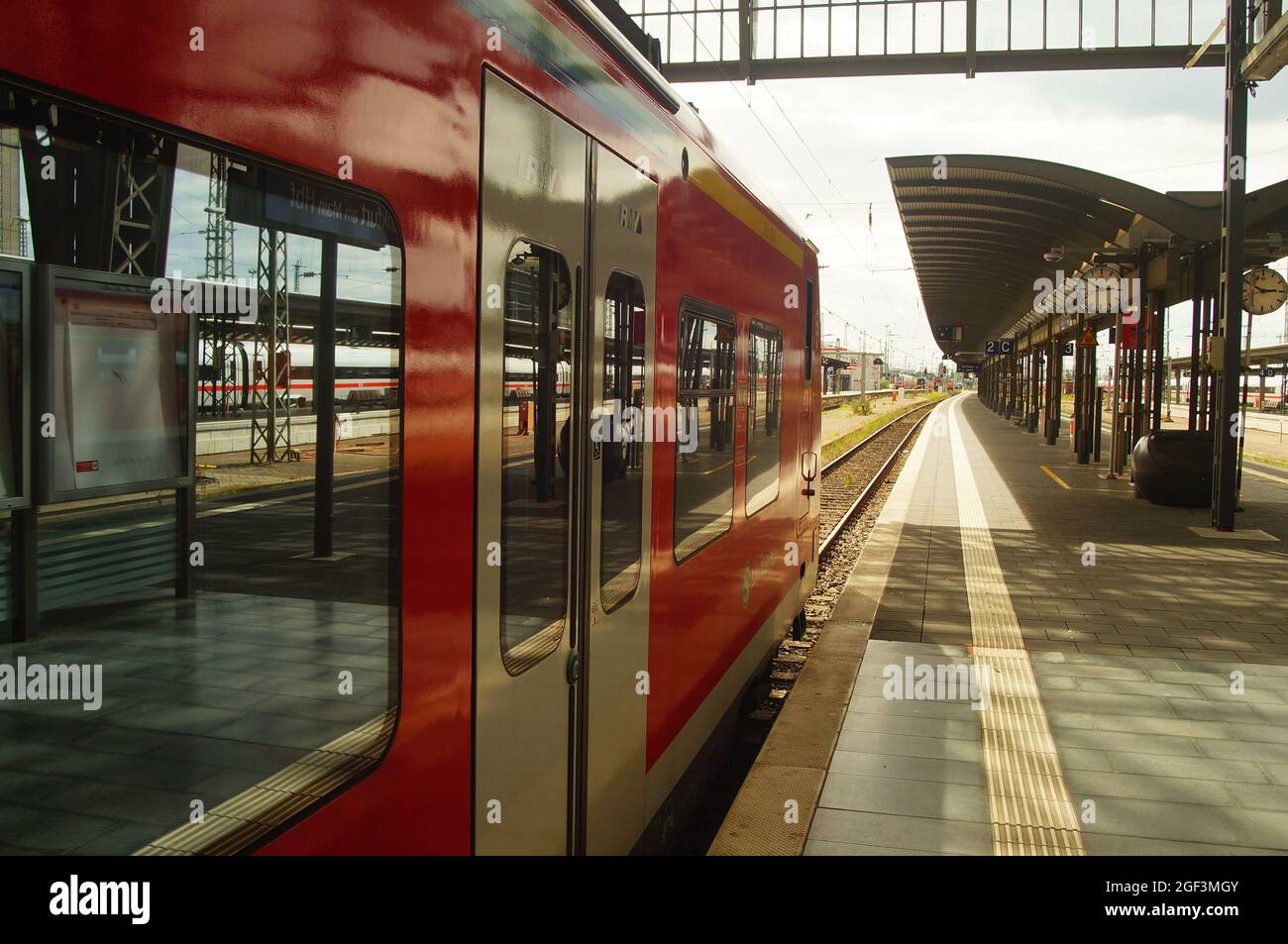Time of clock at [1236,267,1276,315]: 2:49
